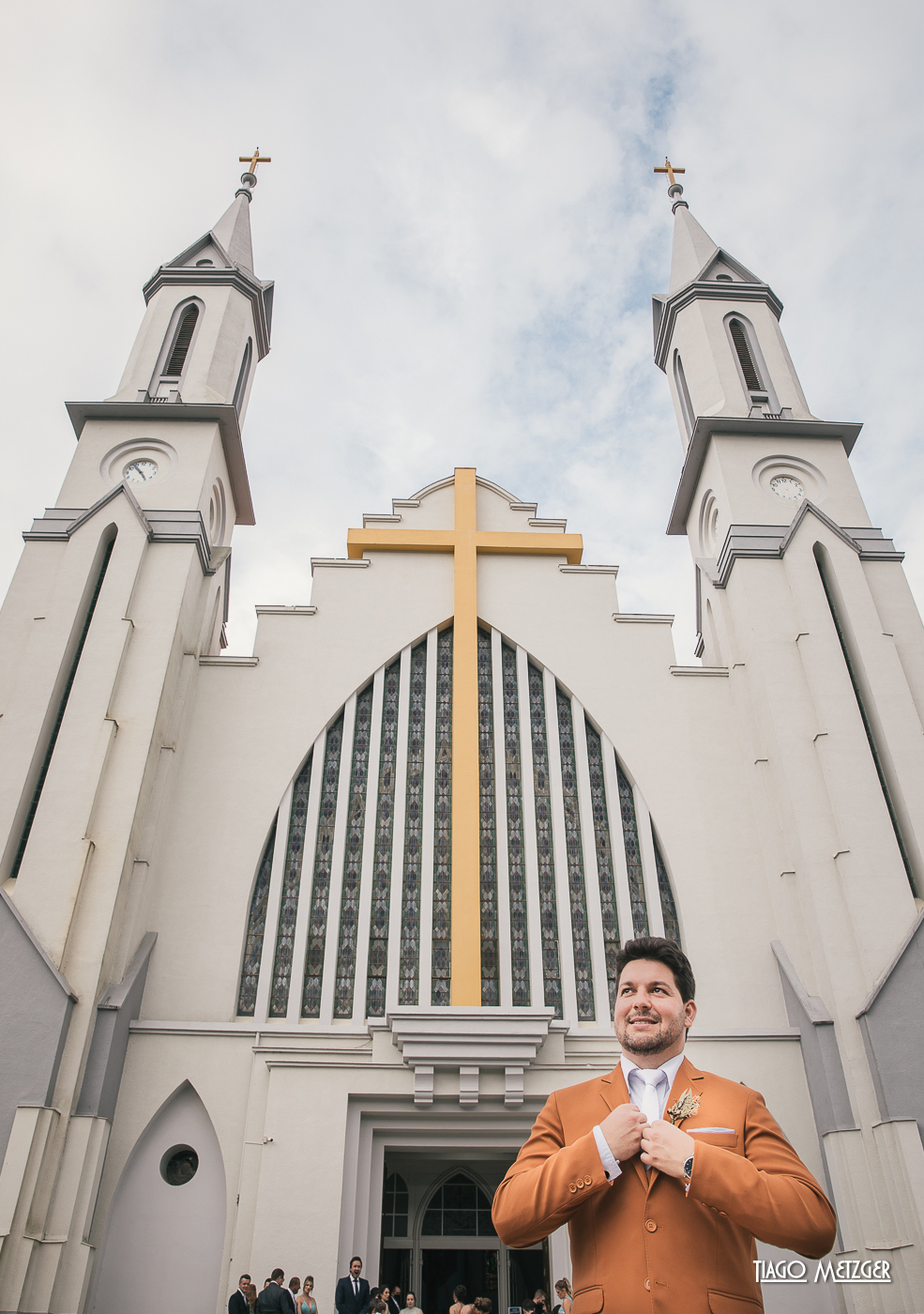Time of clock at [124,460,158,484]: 4:53
